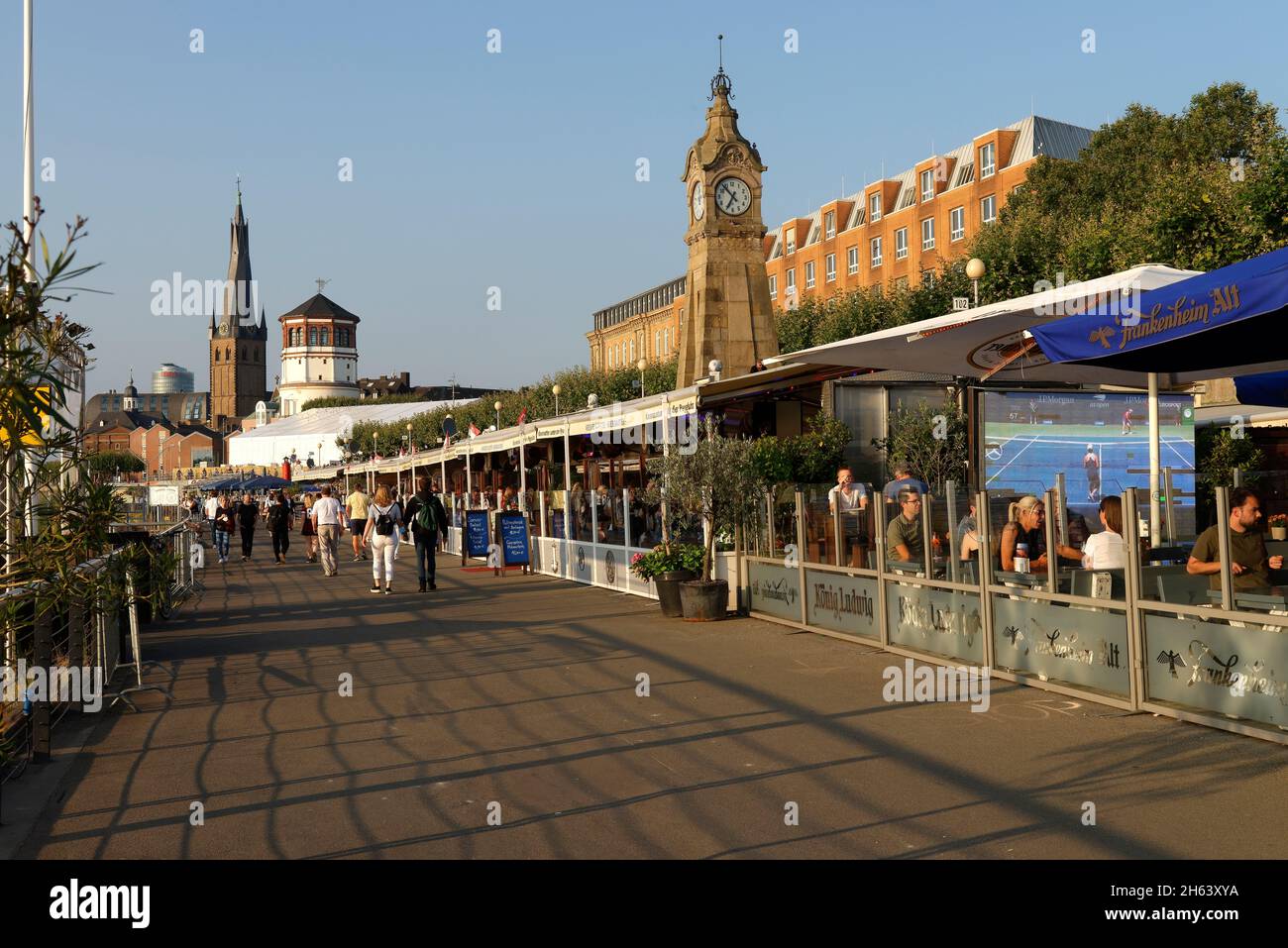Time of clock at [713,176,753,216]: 6:53
